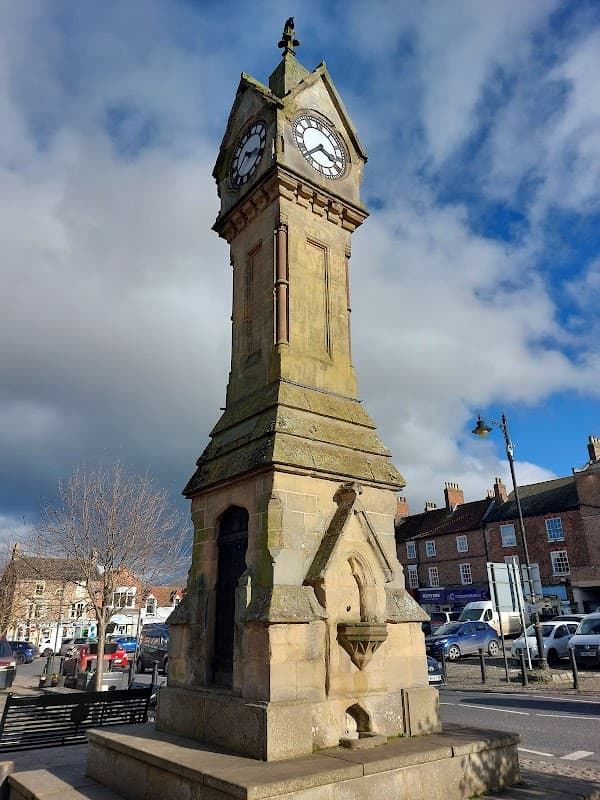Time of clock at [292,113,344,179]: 3:40
